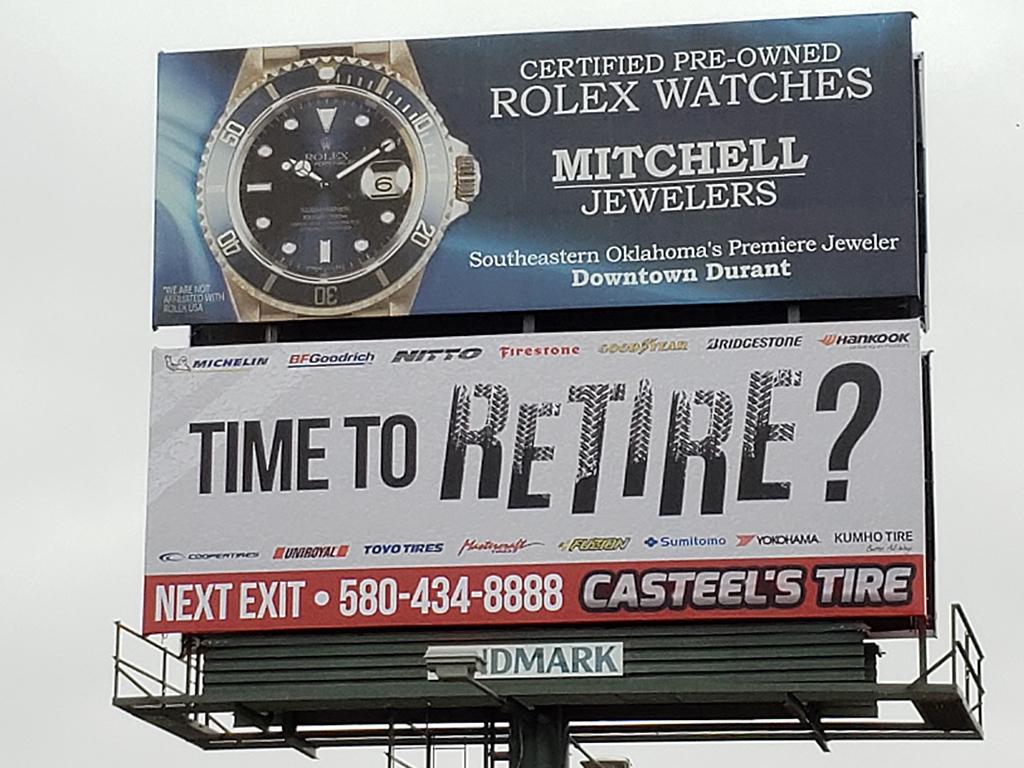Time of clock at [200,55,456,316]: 10:09
